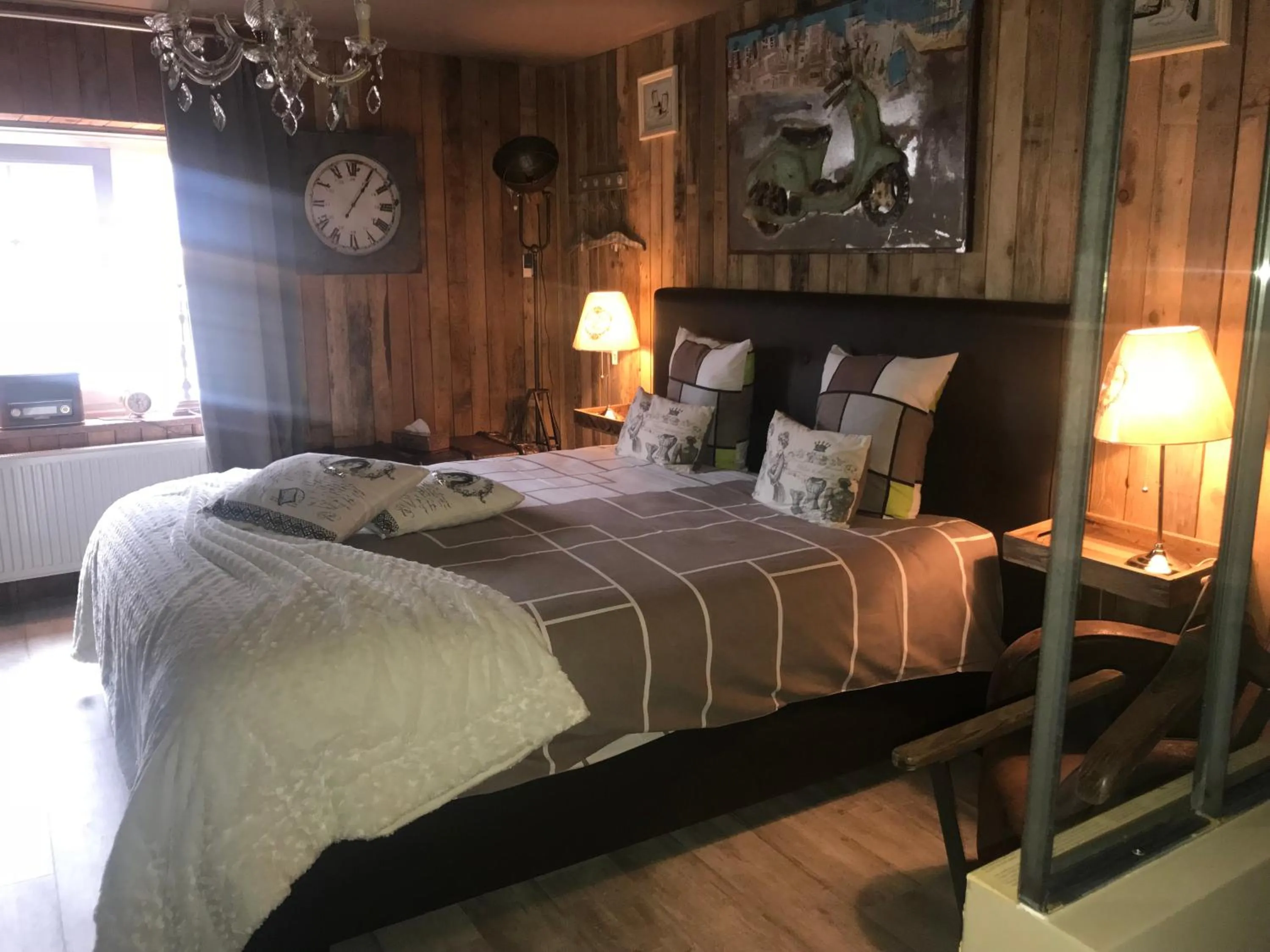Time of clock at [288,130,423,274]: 1:05
